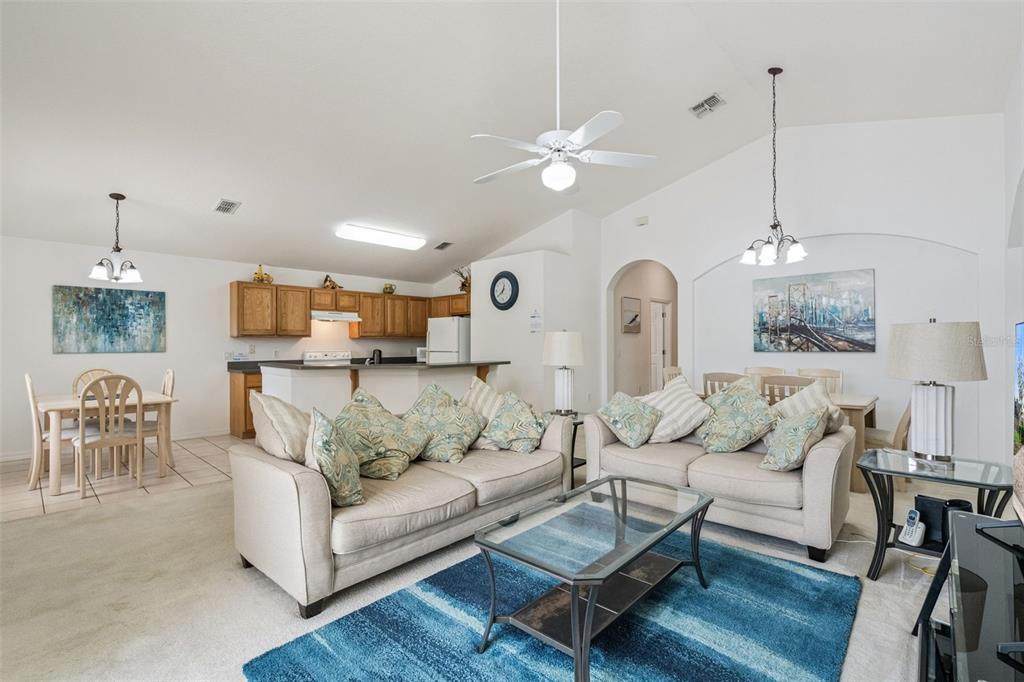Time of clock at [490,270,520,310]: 12:38
